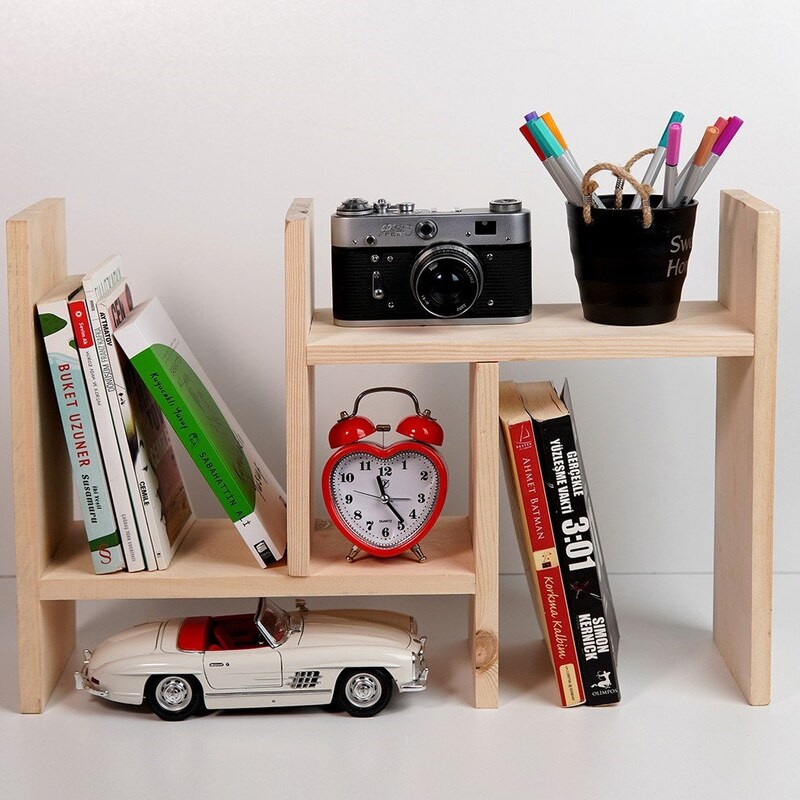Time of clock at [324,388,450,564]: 11:23
